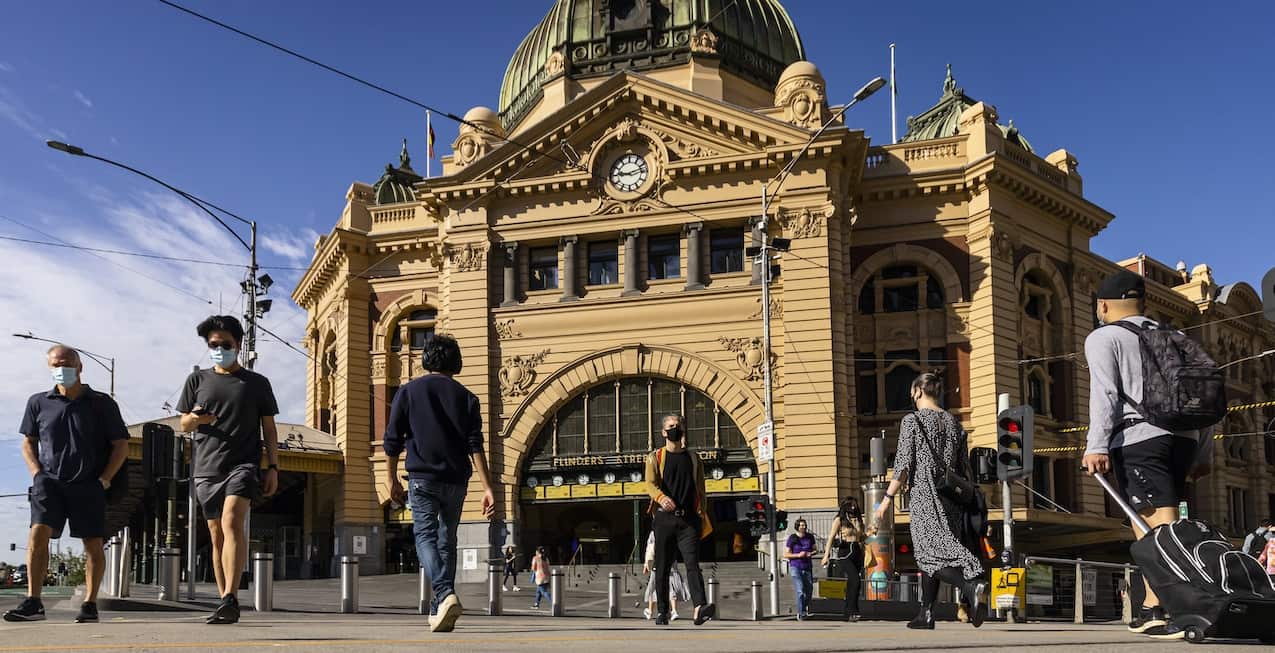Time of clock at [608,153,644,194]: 9:12
